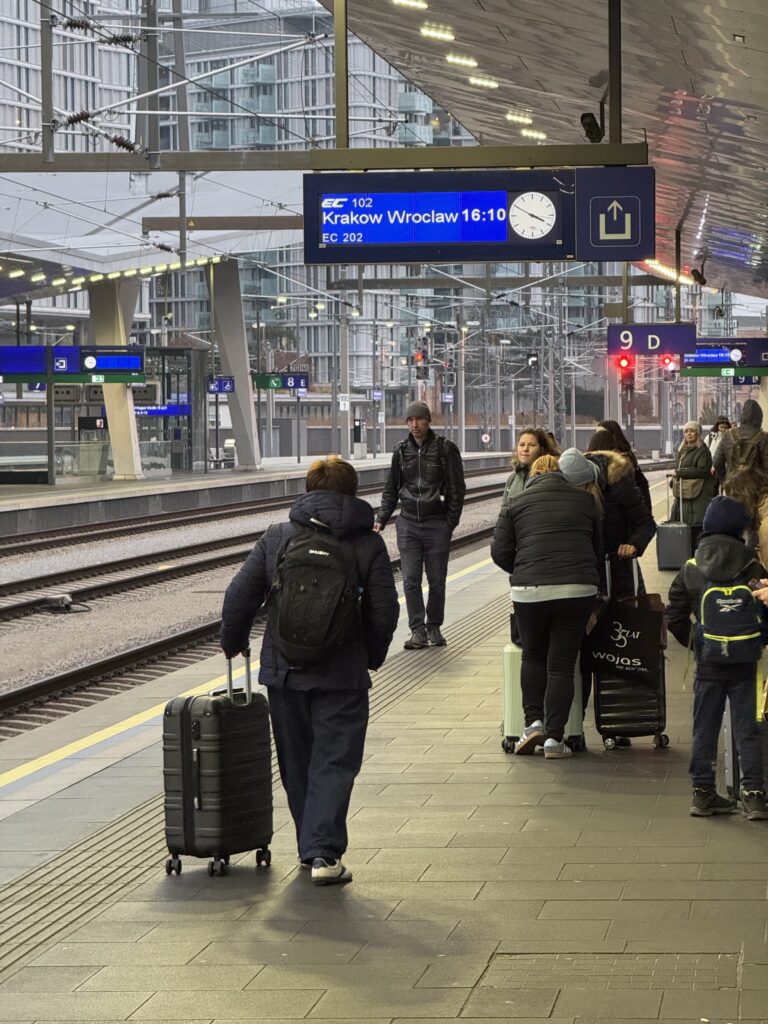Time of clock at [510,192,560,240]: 3:50
